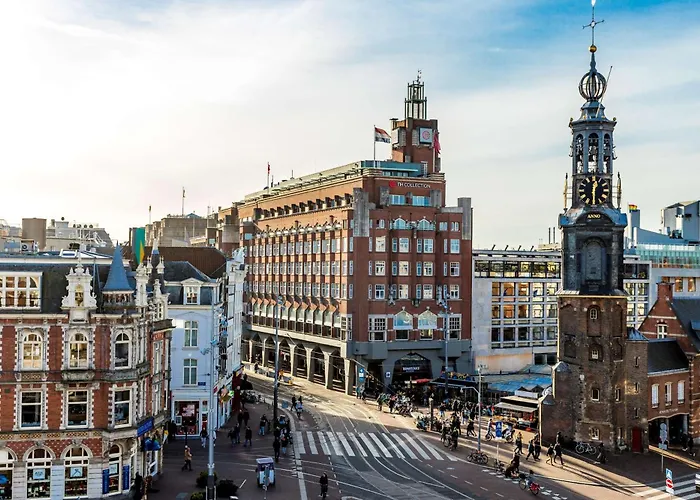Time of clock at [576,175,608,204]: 12:30
